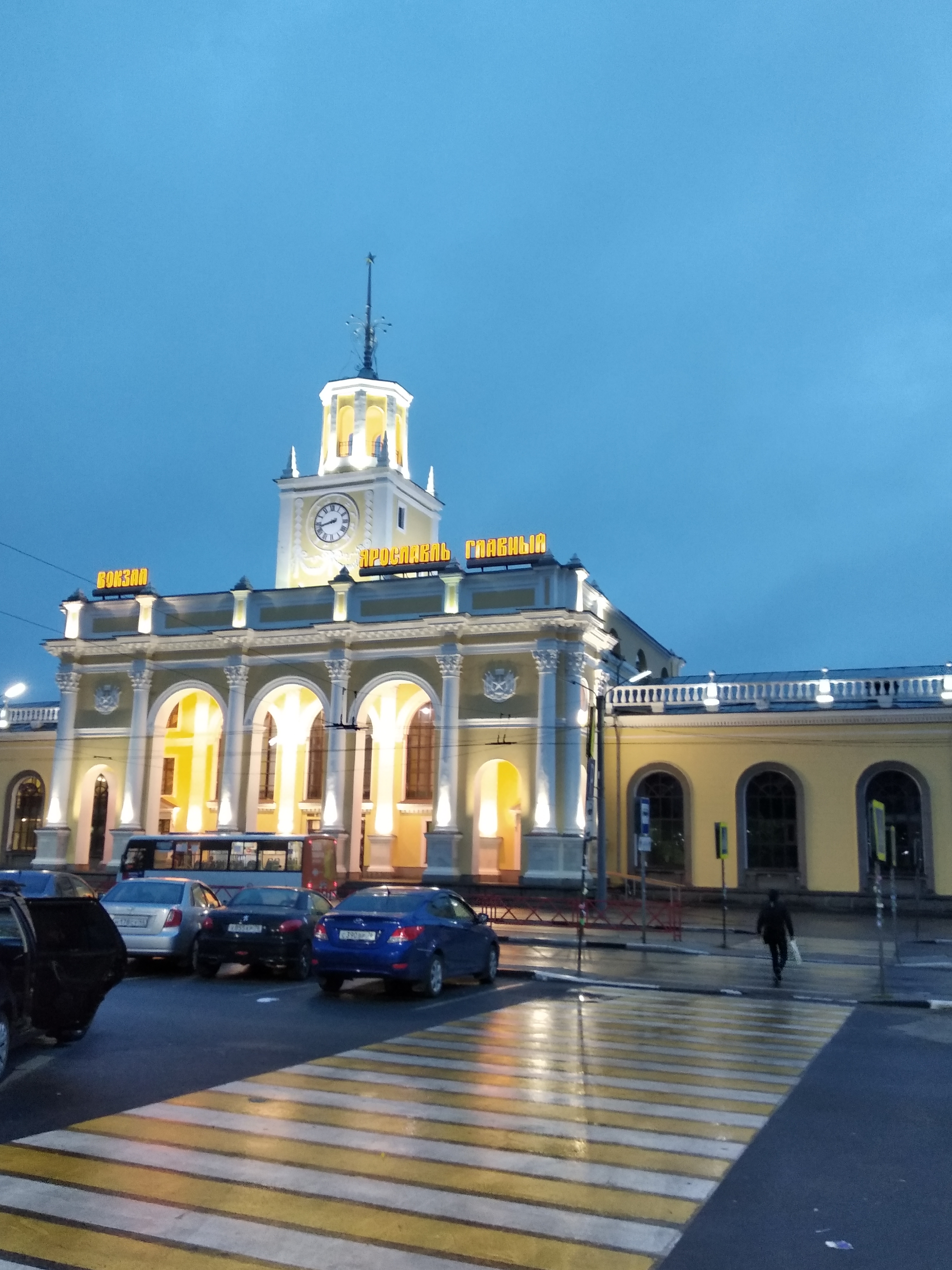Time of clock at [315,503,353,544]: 8:42
